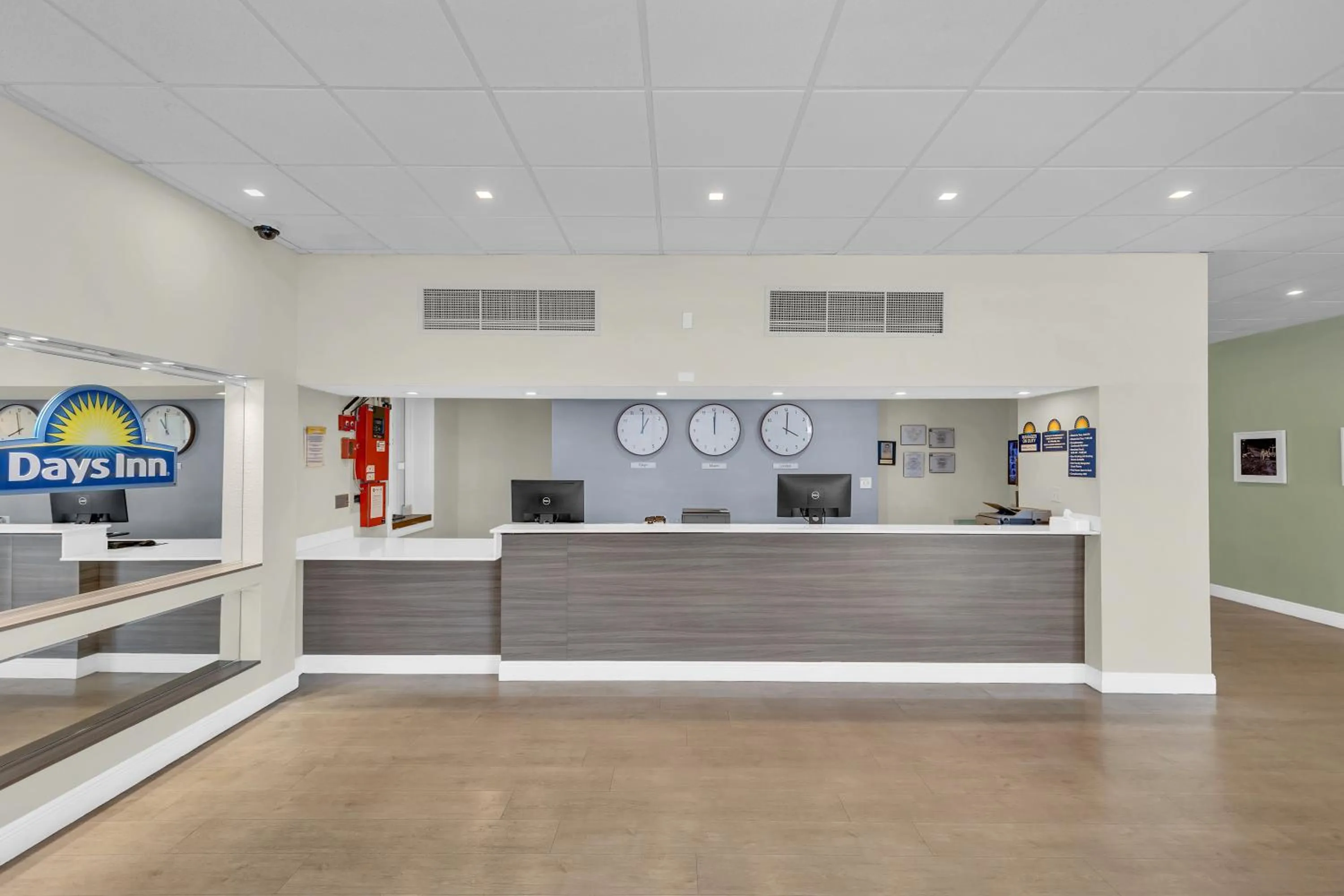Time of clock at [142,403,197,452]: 10:58
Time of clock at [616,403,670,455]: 1:01
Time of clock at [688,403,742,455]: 12:00
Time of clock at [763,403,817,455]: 4:00
